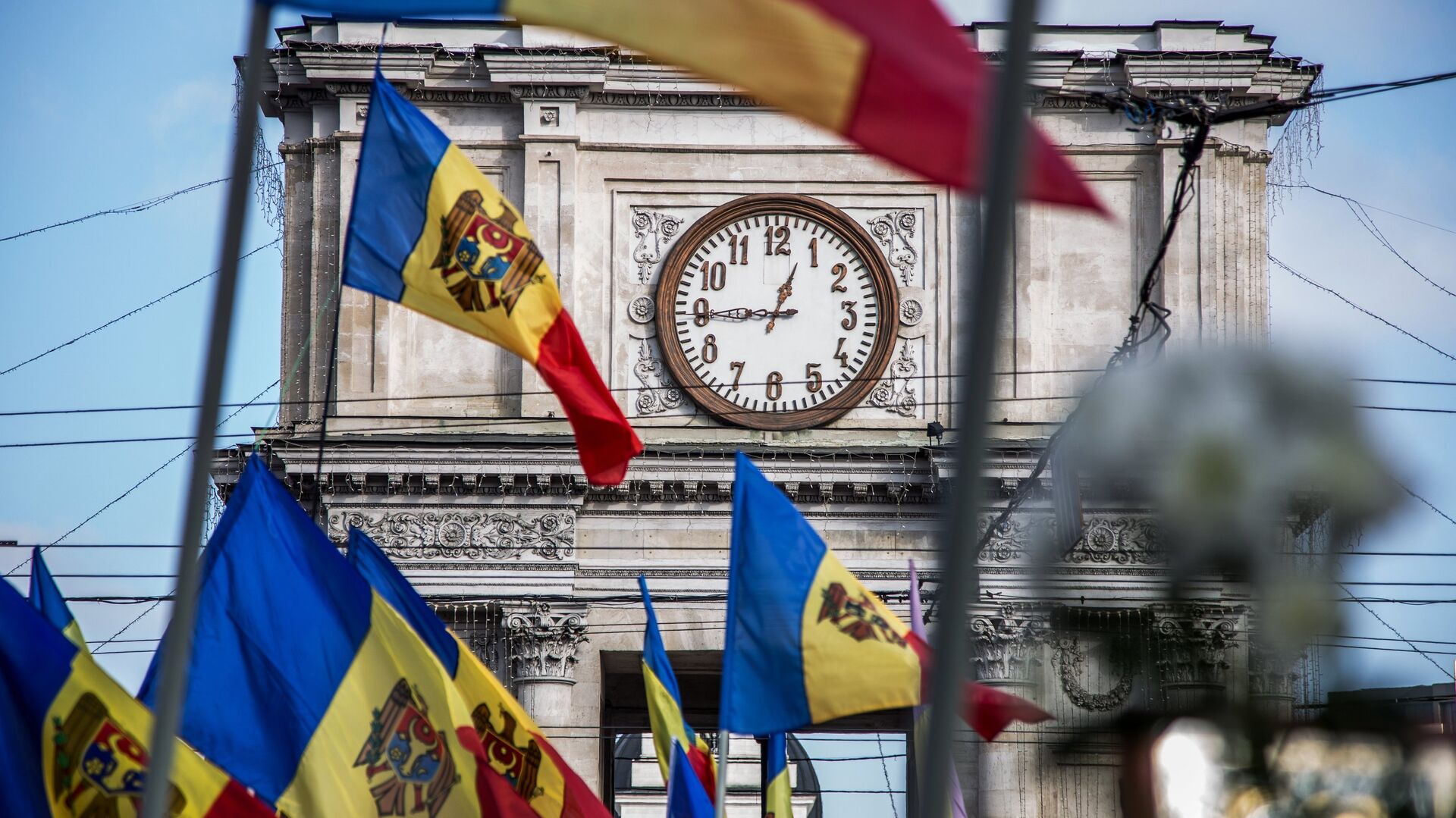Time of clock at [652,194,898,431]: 12:44
